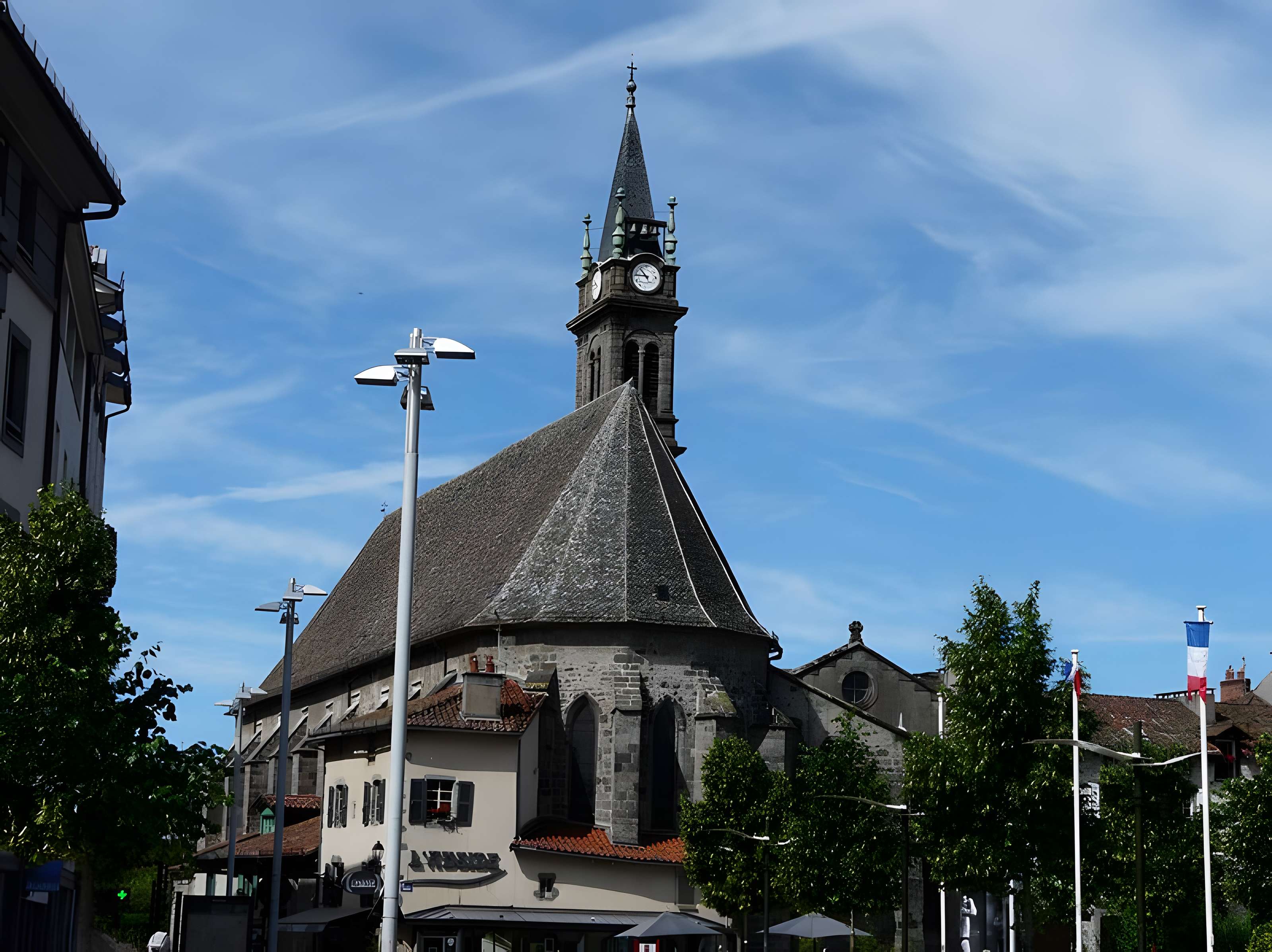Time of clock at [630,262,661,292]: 10:45
